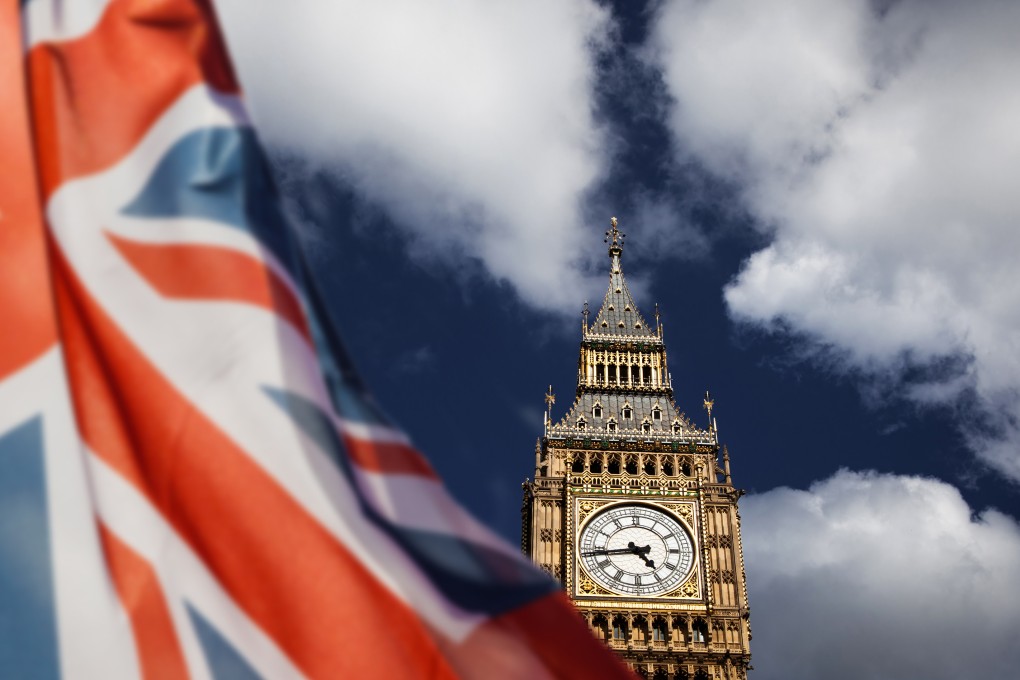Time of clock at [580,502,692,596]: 4:43
